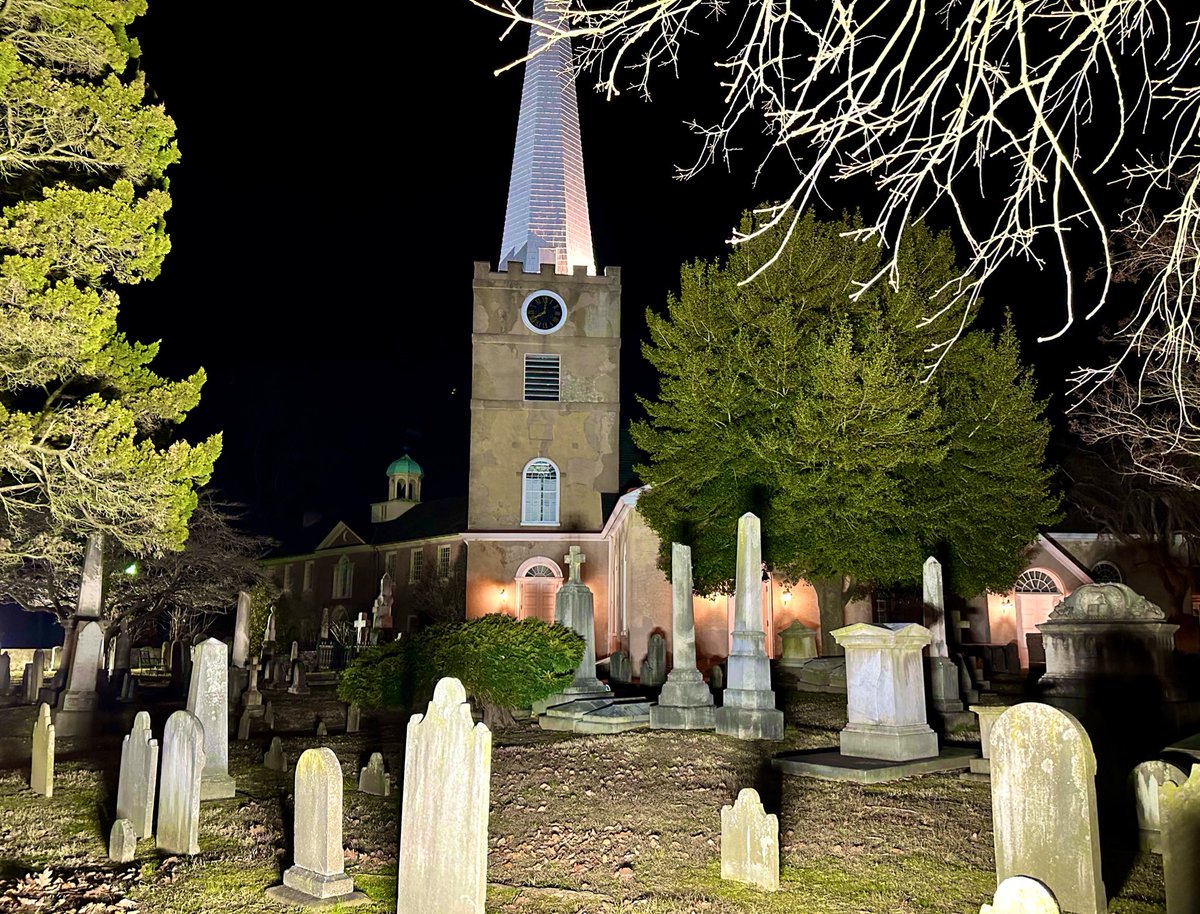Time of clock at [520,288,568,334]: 8:01
